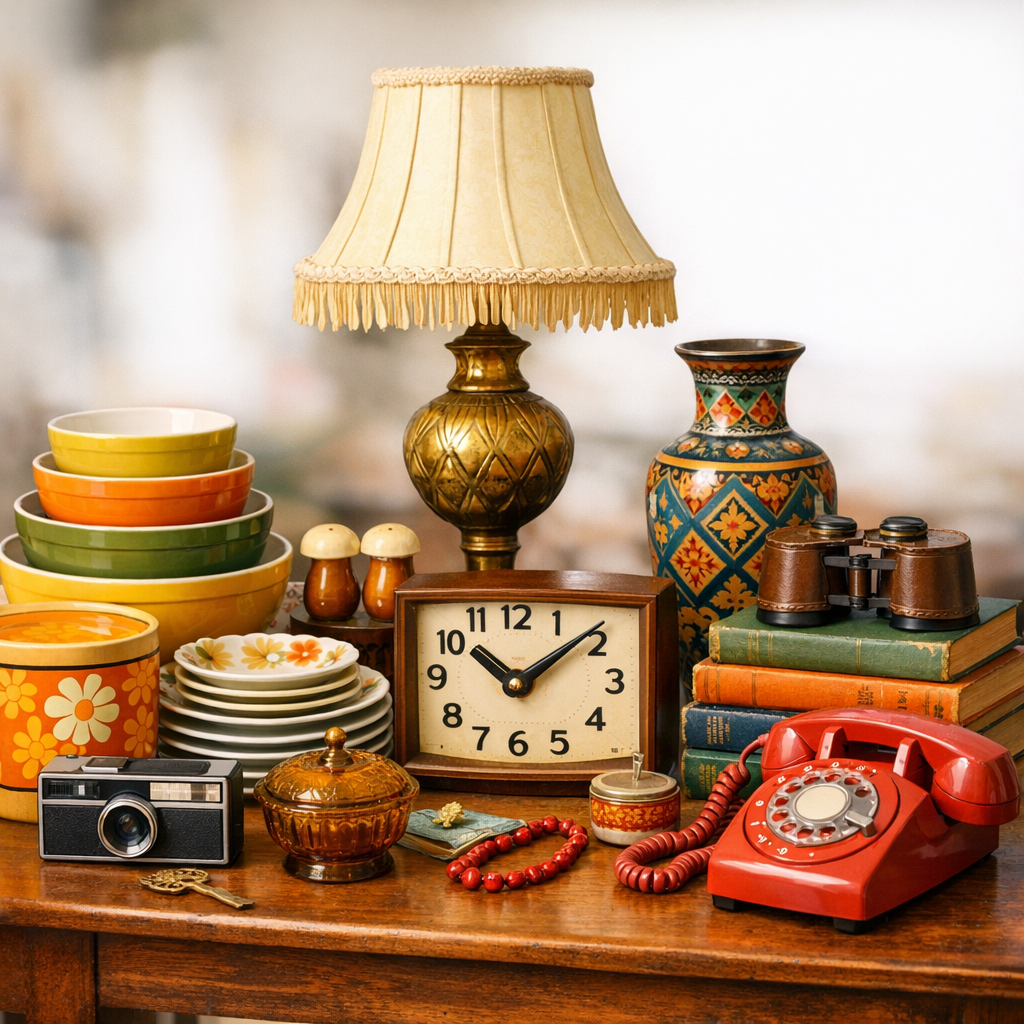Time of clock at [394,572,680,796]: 10:08
